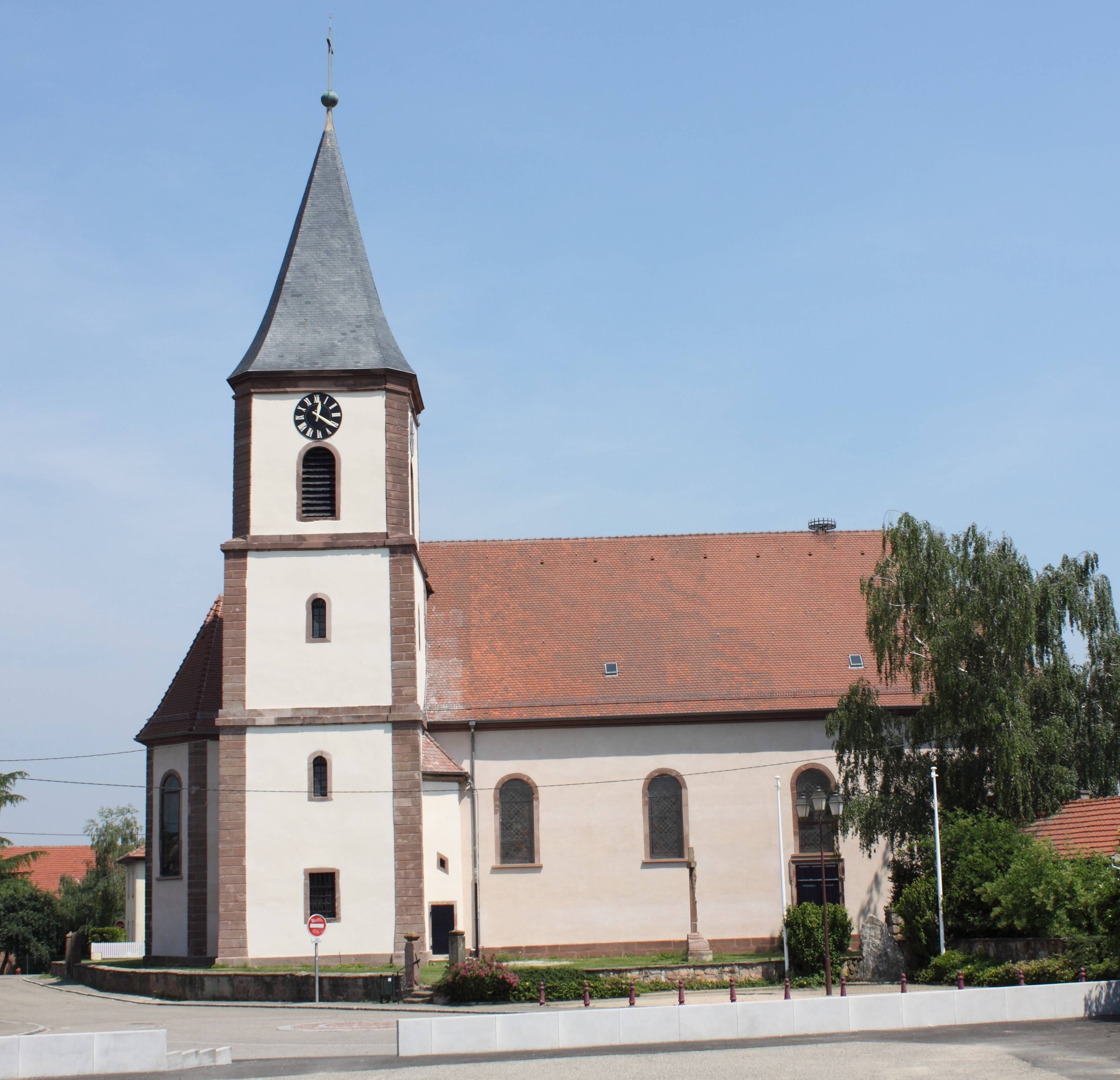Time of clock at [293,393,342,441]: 12:20
